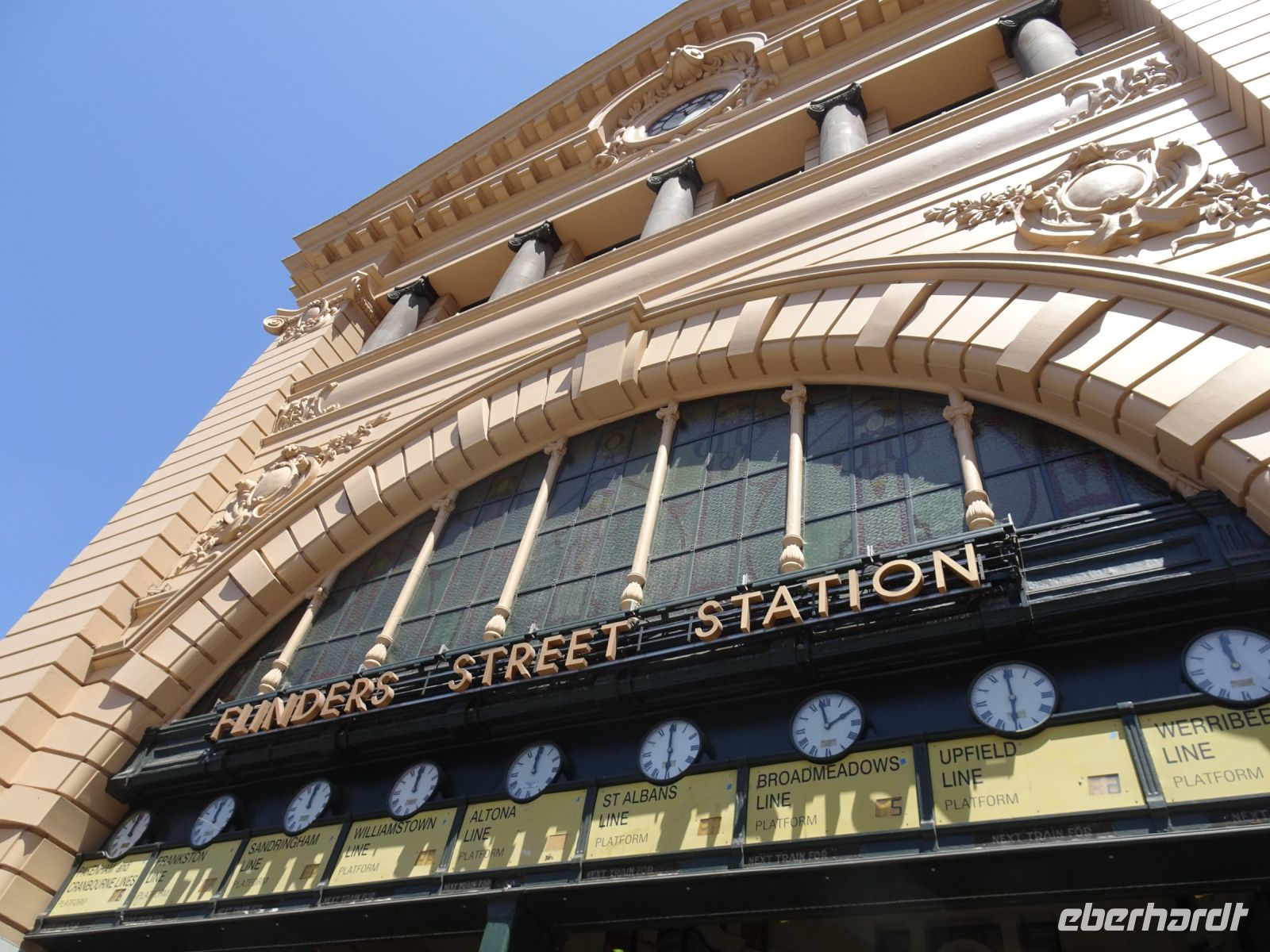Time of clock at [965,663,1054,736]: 5:59
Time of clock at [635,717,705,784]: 5:59
